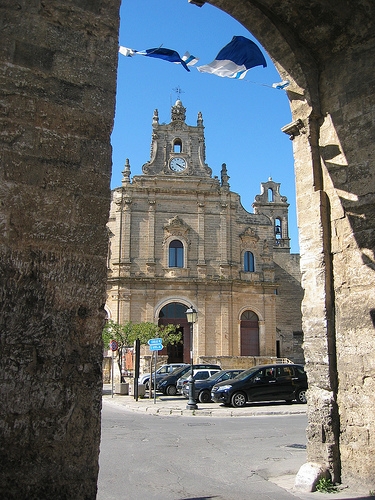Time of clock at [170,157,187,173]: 4:18
